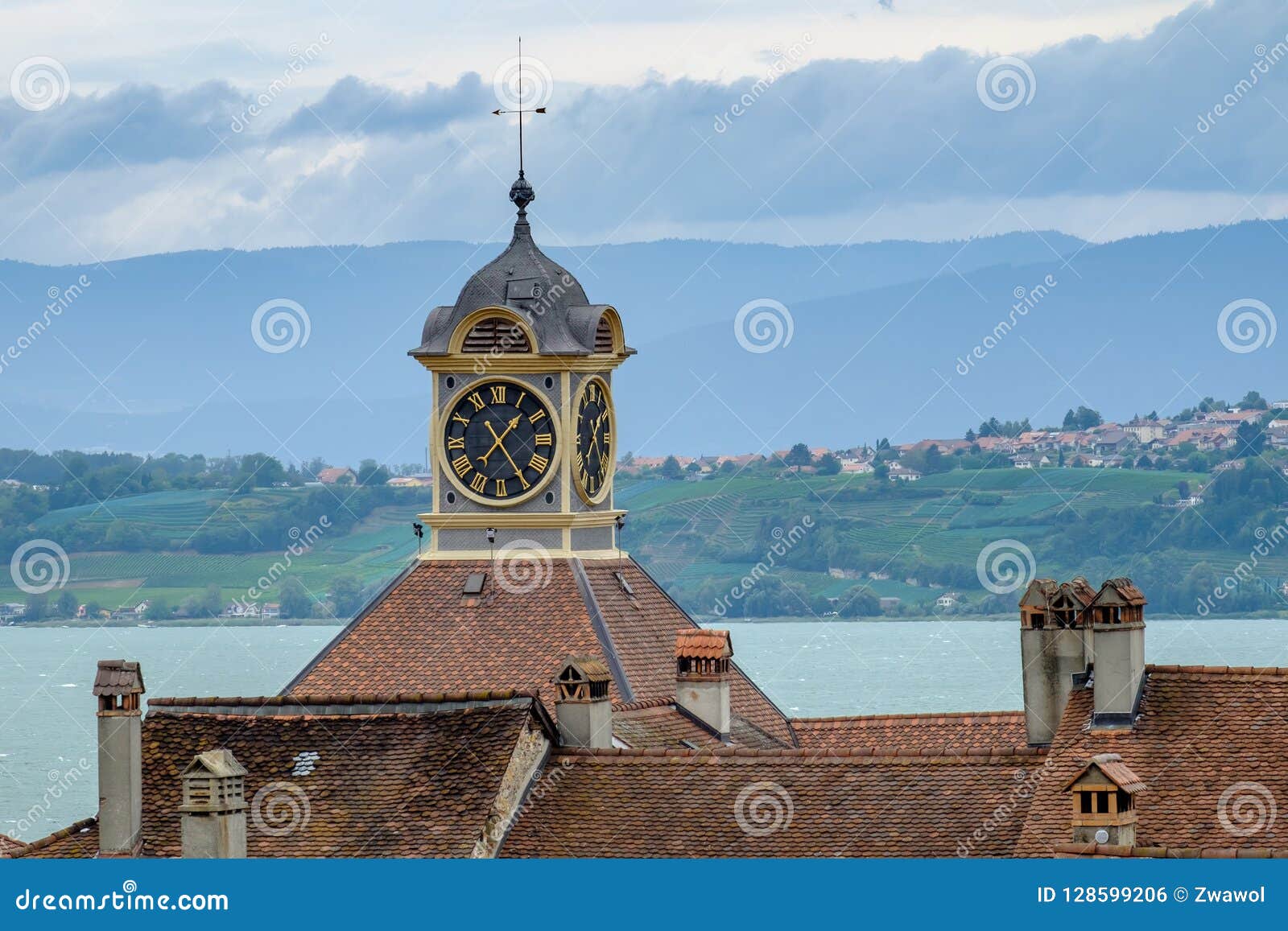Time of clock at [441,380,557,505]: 1:24
